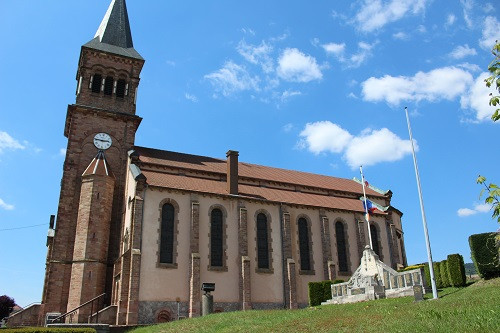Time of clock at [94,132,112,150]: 2:46
